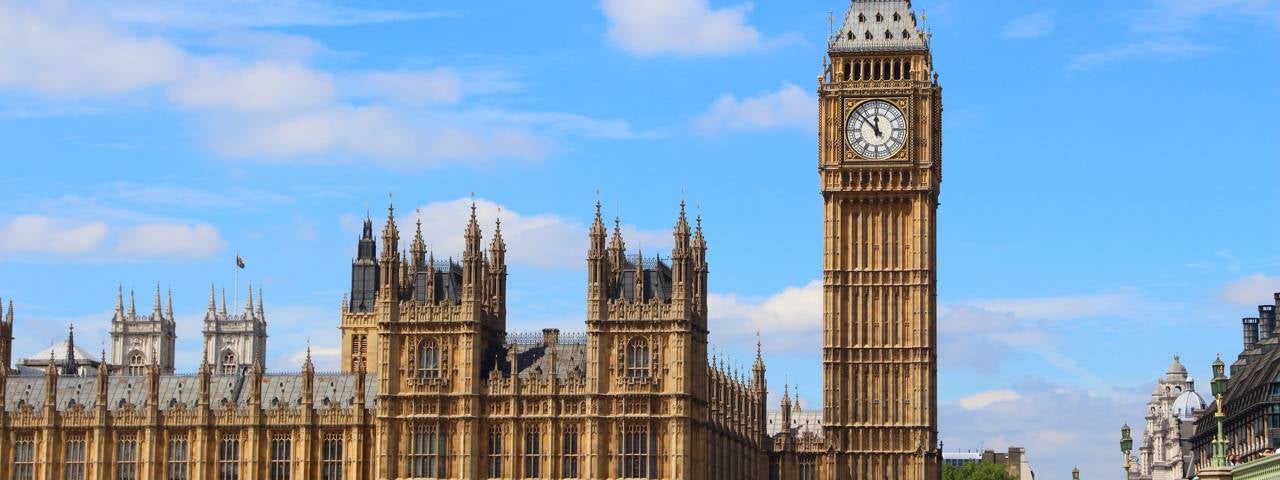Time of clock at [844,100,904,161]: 11:52
